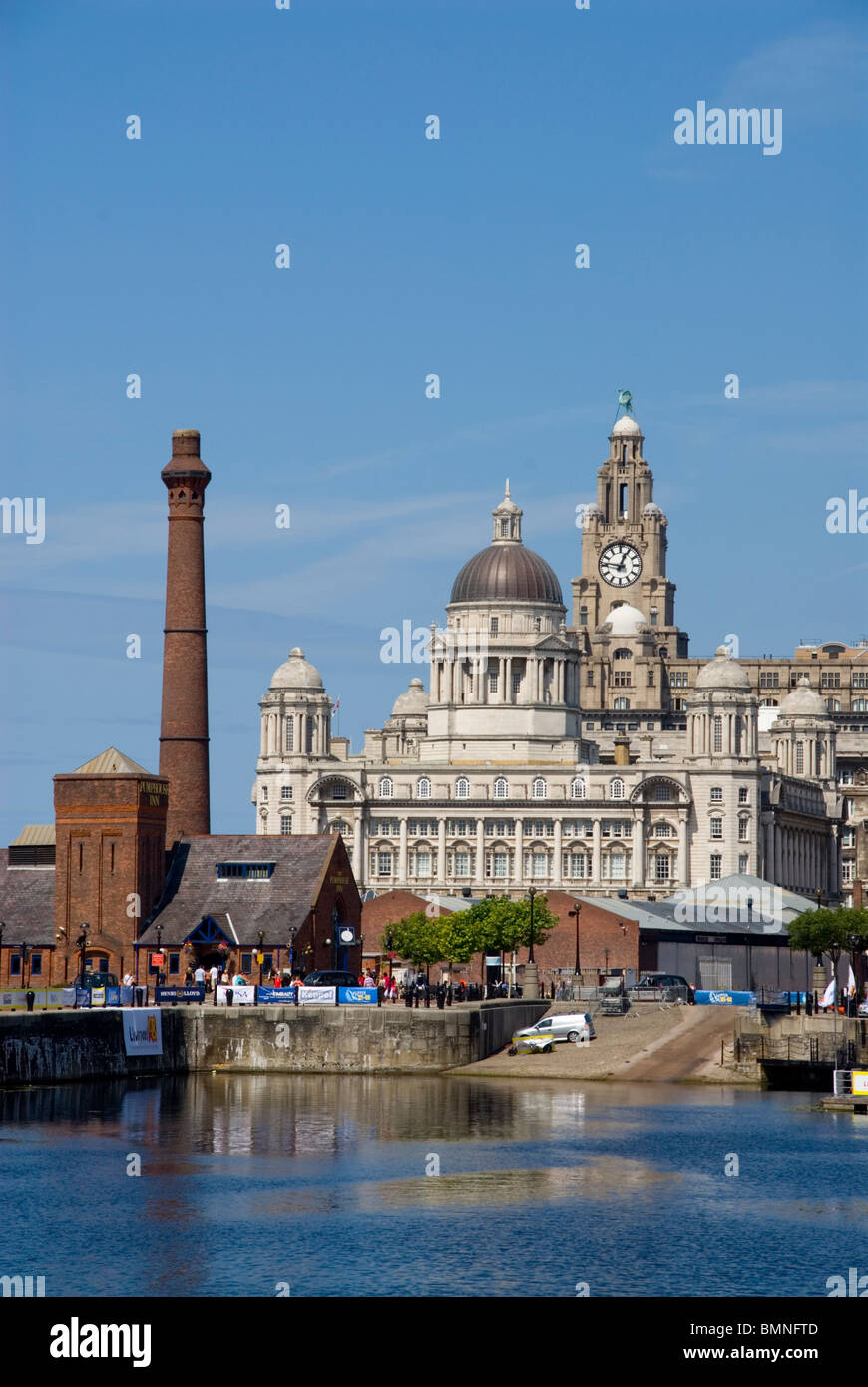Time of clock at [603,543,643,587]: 12:46
